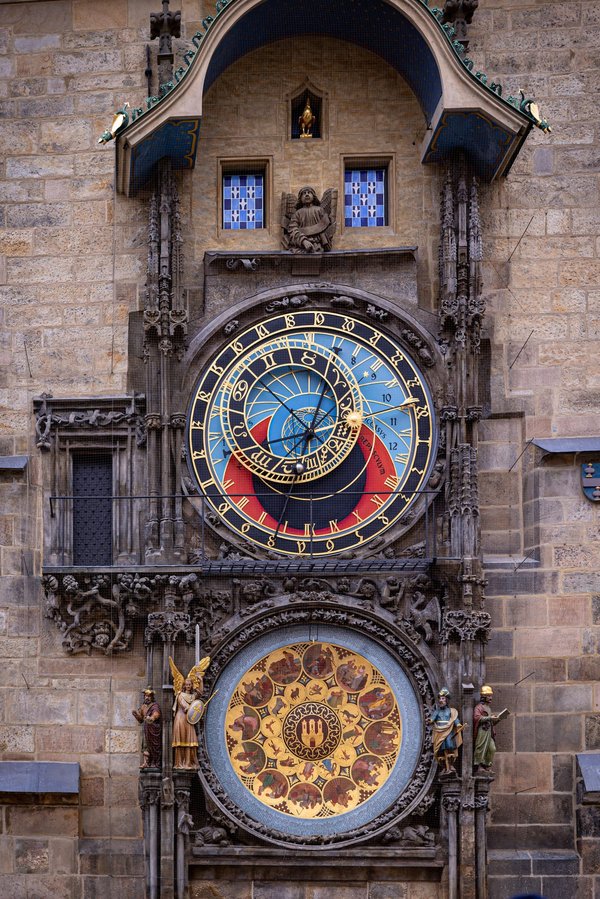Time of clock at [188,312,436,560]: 12:52
